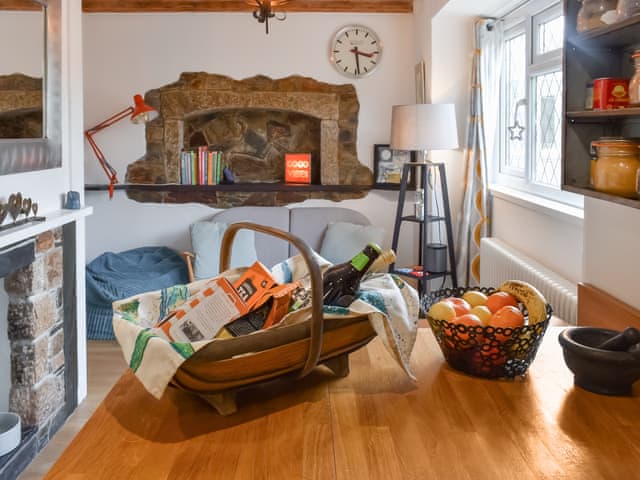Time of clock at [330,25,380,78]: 3:28
